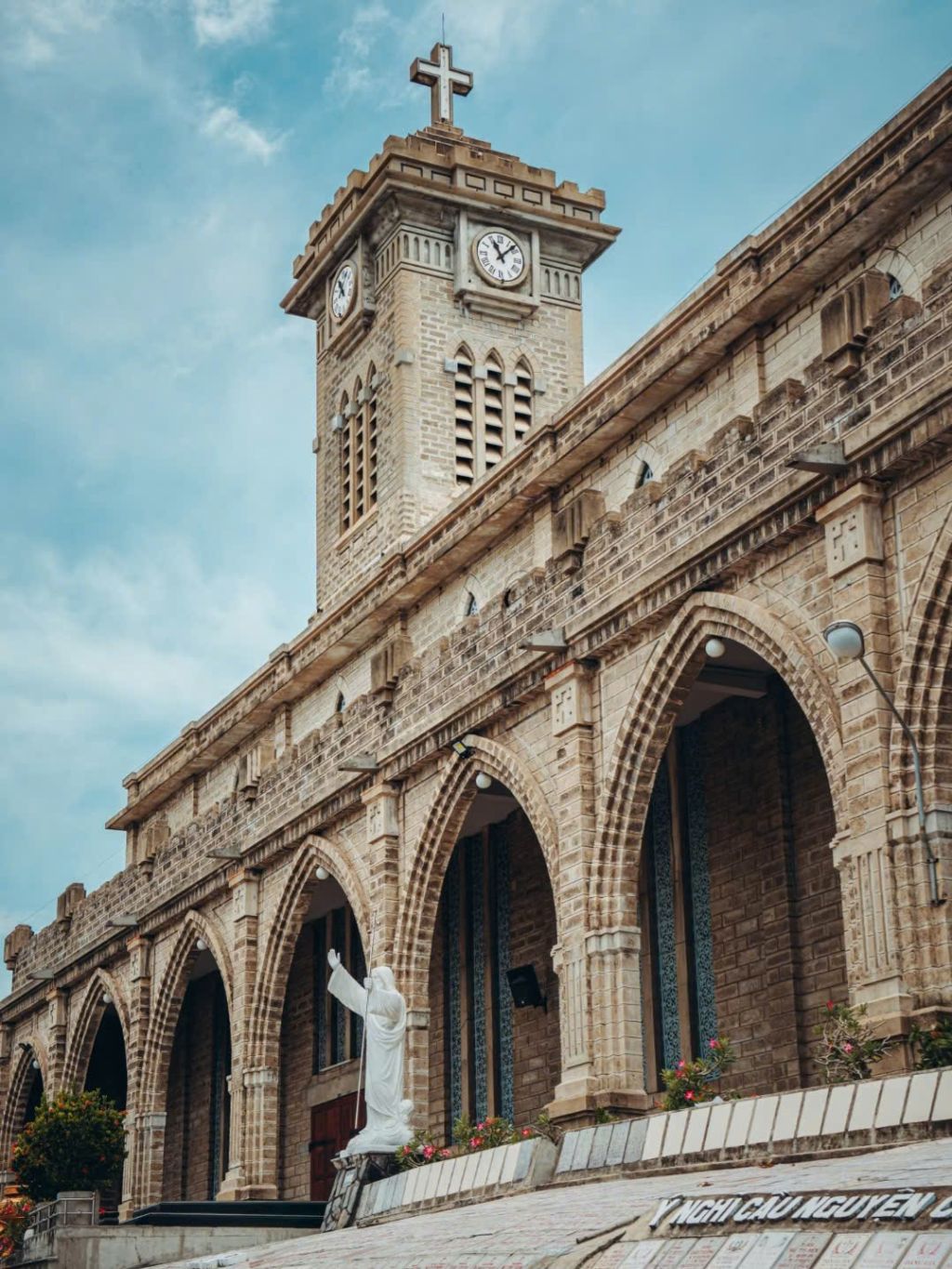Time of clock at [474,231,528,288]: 11:07
